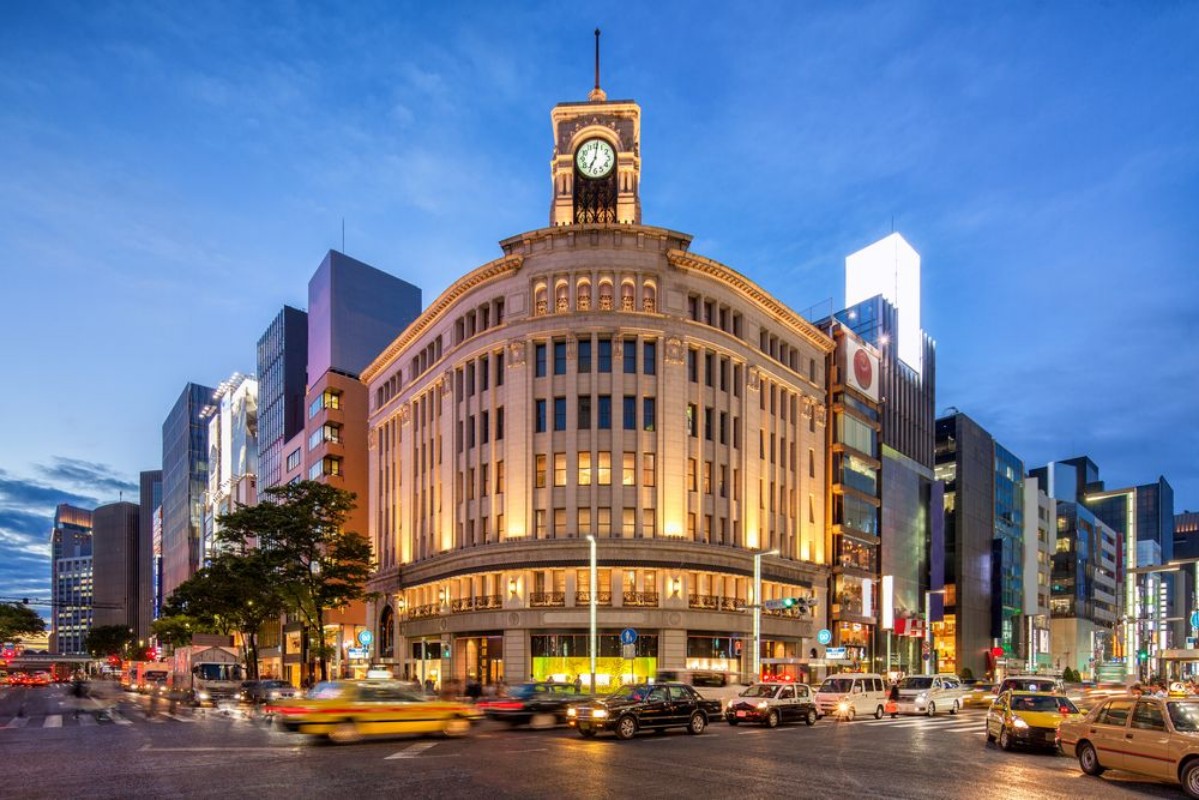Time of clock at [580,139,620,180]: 7:01
